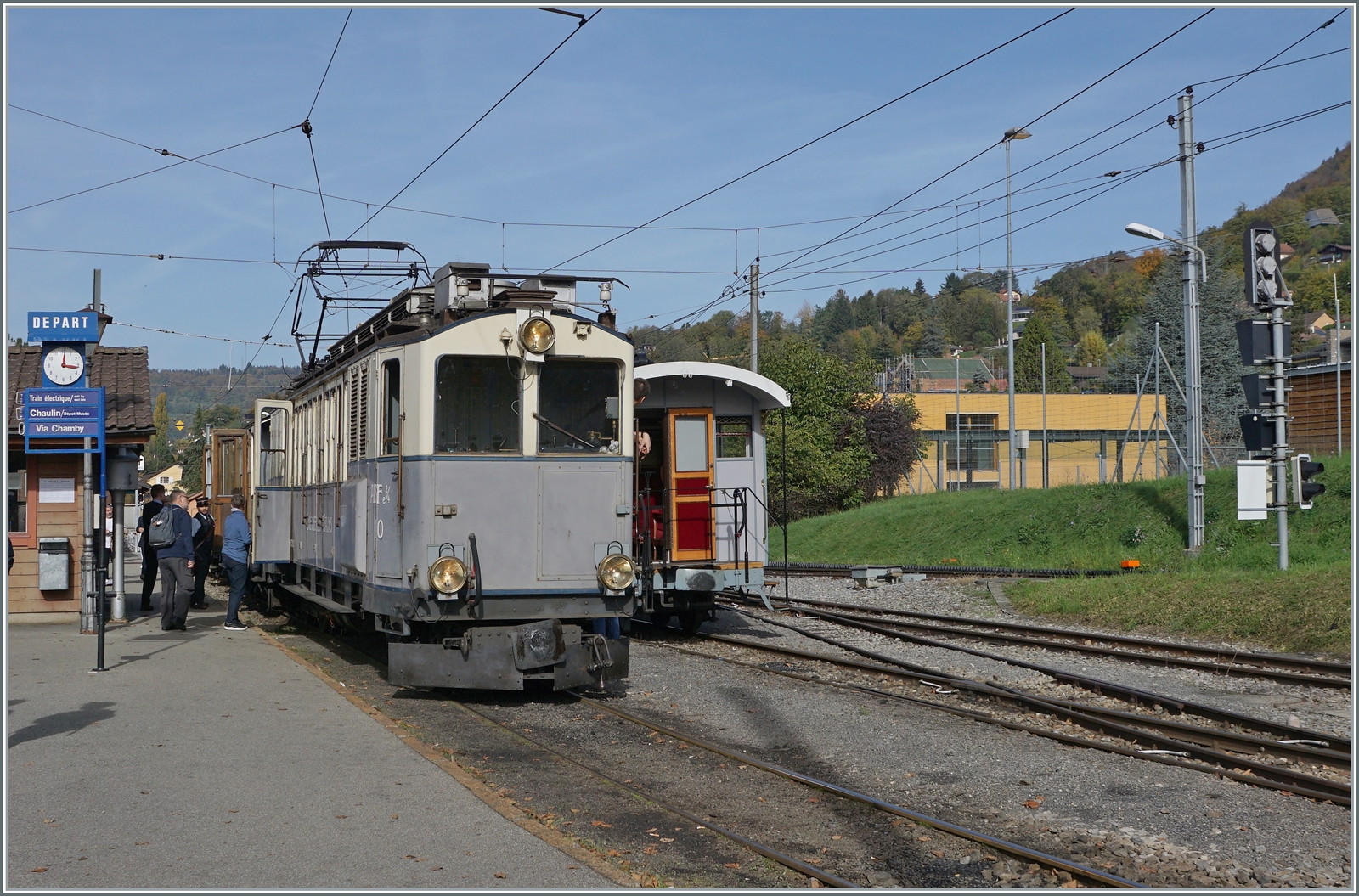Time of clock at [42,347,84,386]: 12:16
